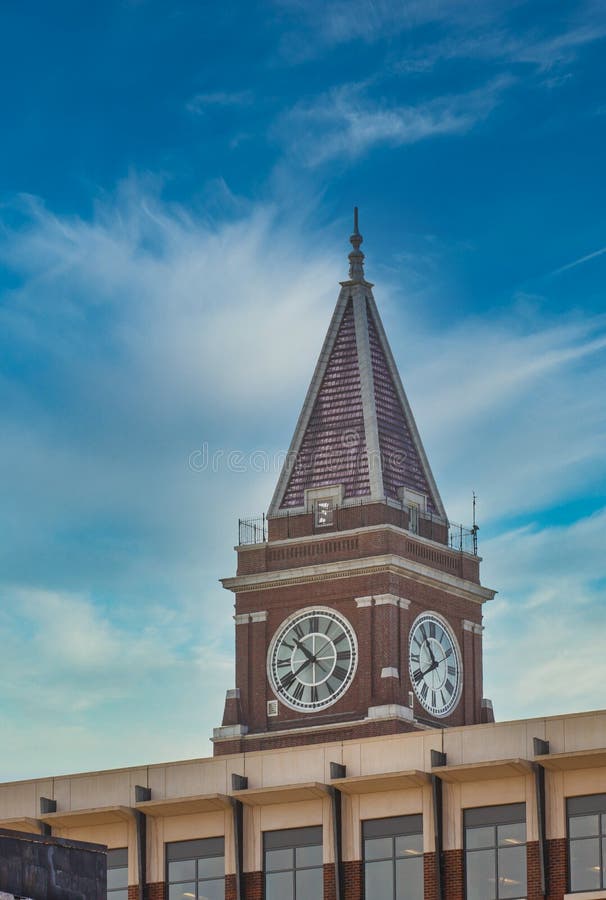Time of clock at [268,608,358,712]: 10:39
